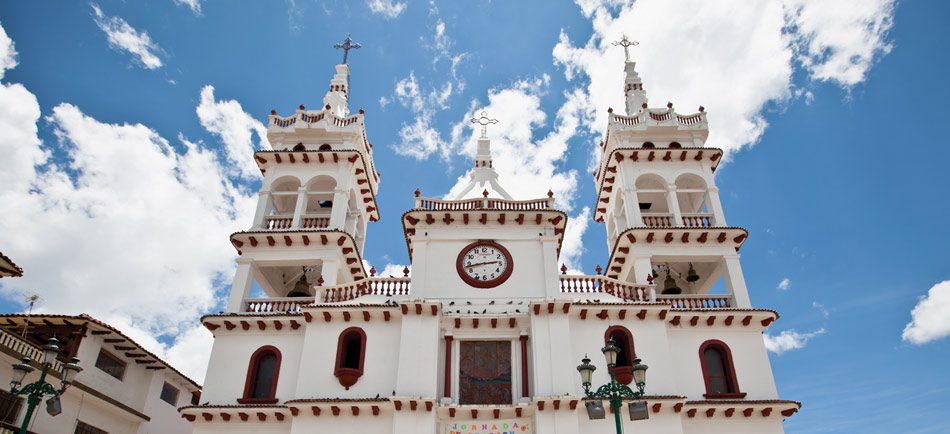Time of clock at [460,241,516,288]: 2:42
